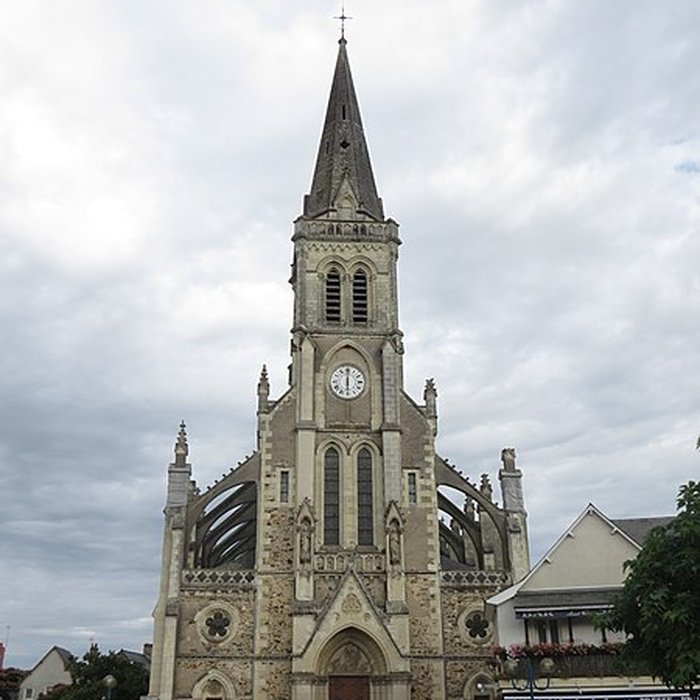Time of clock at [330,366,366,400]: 6:00
